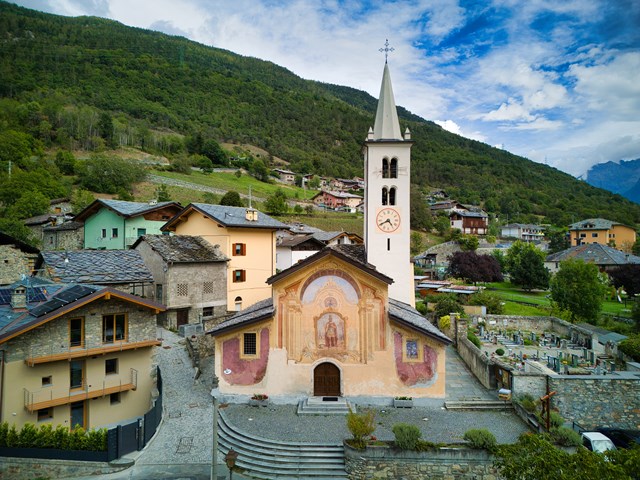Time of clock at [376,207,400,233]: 4:40
